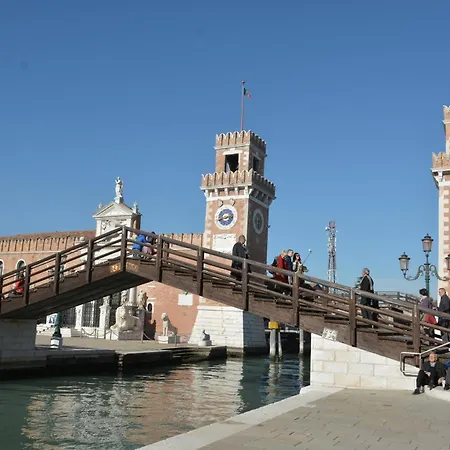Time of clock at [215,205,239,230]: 2:40
